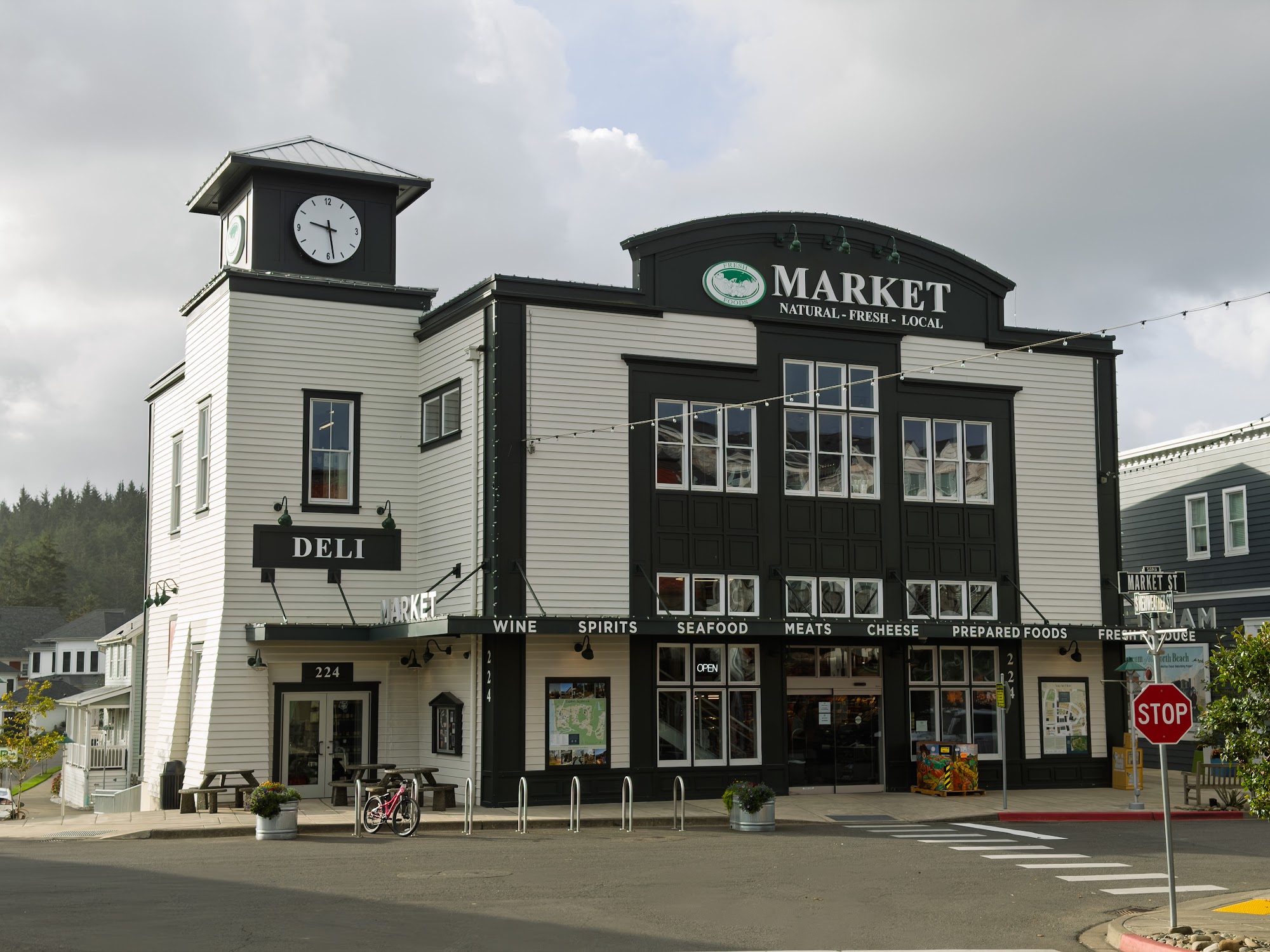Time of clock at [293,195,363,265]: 9:28
